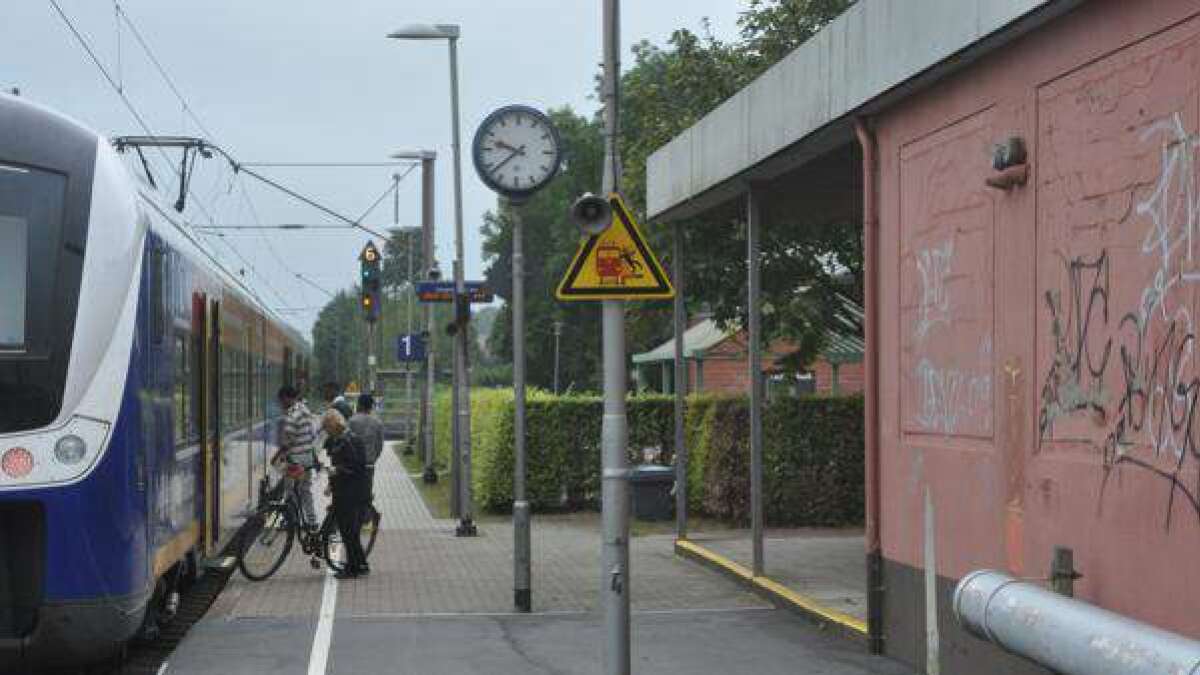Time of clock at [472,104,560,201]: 9:38
